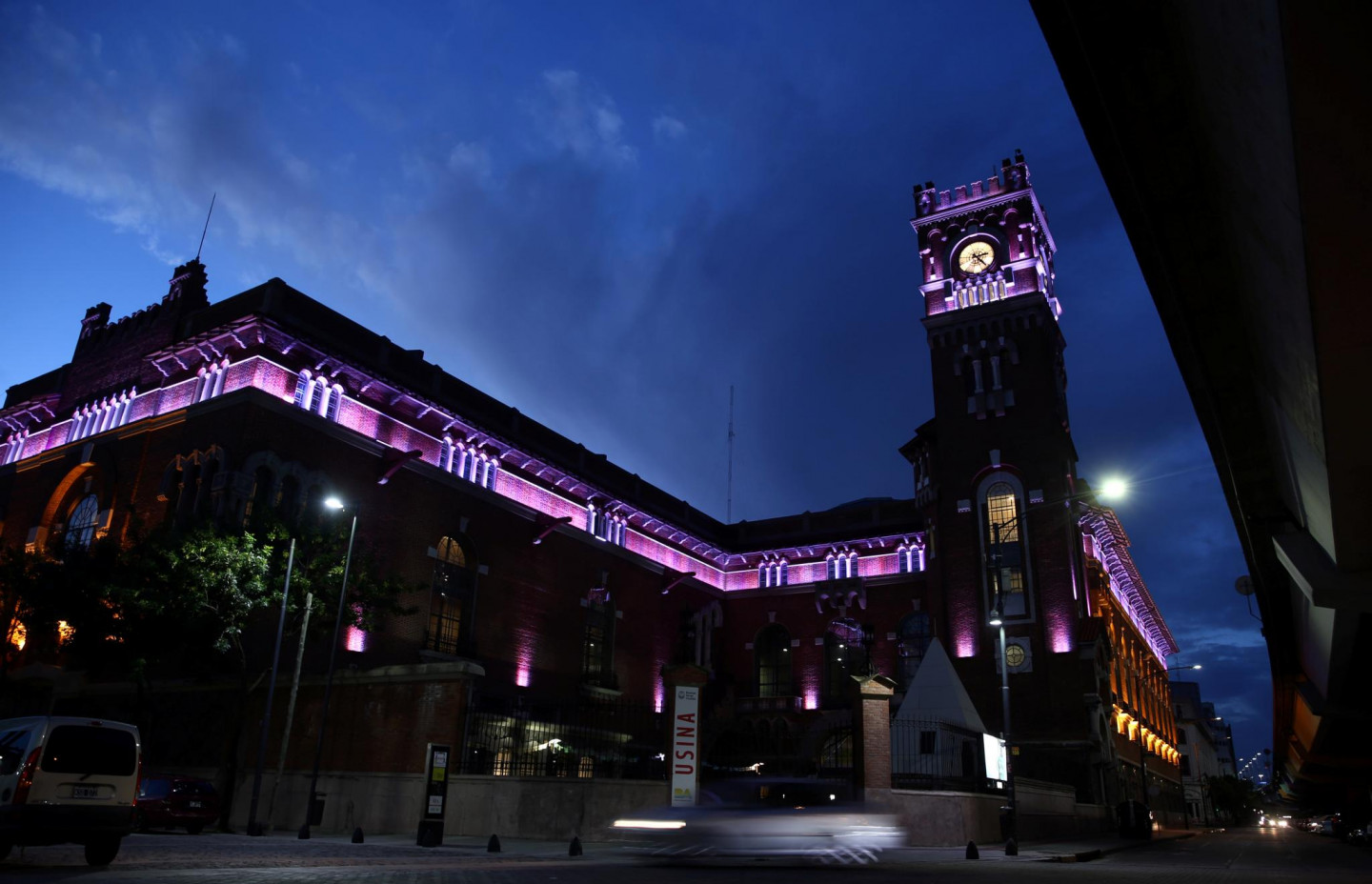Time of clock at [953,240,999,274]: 2:21
